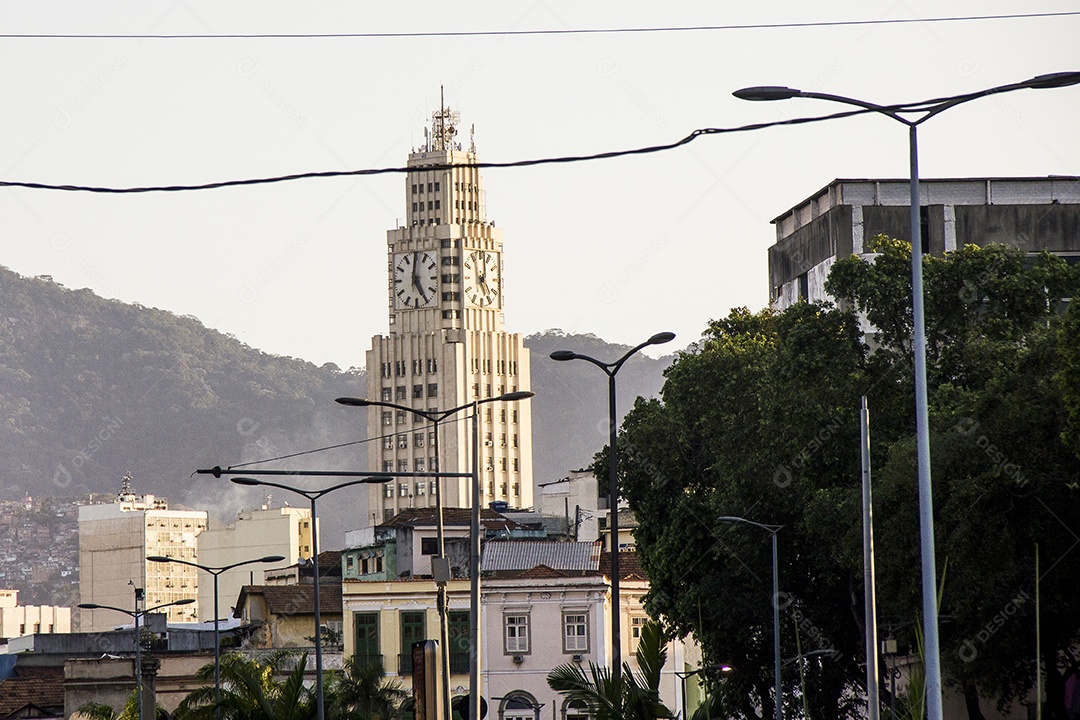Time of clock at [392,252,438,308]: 5:00
